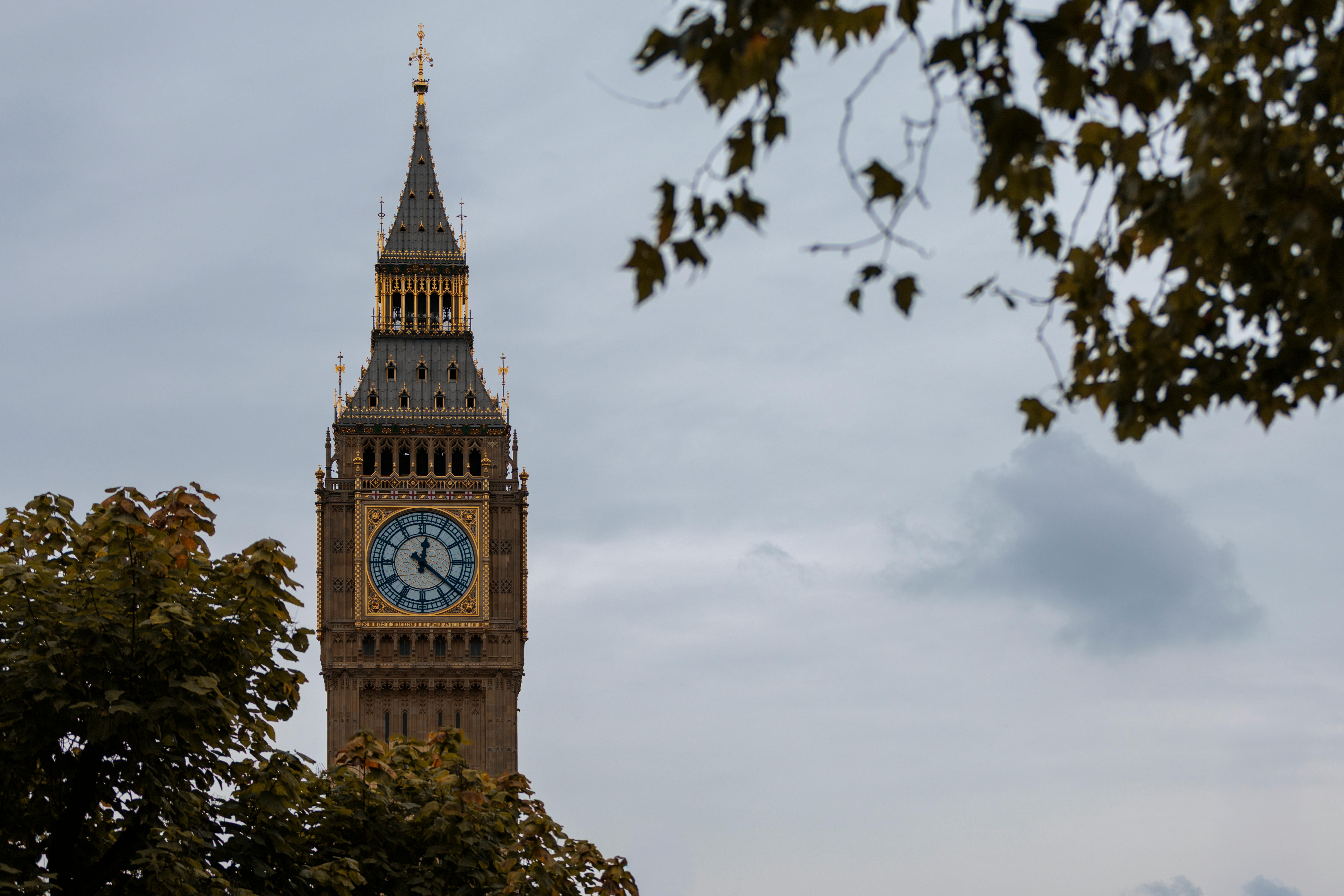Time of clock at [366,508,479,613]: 12:21
